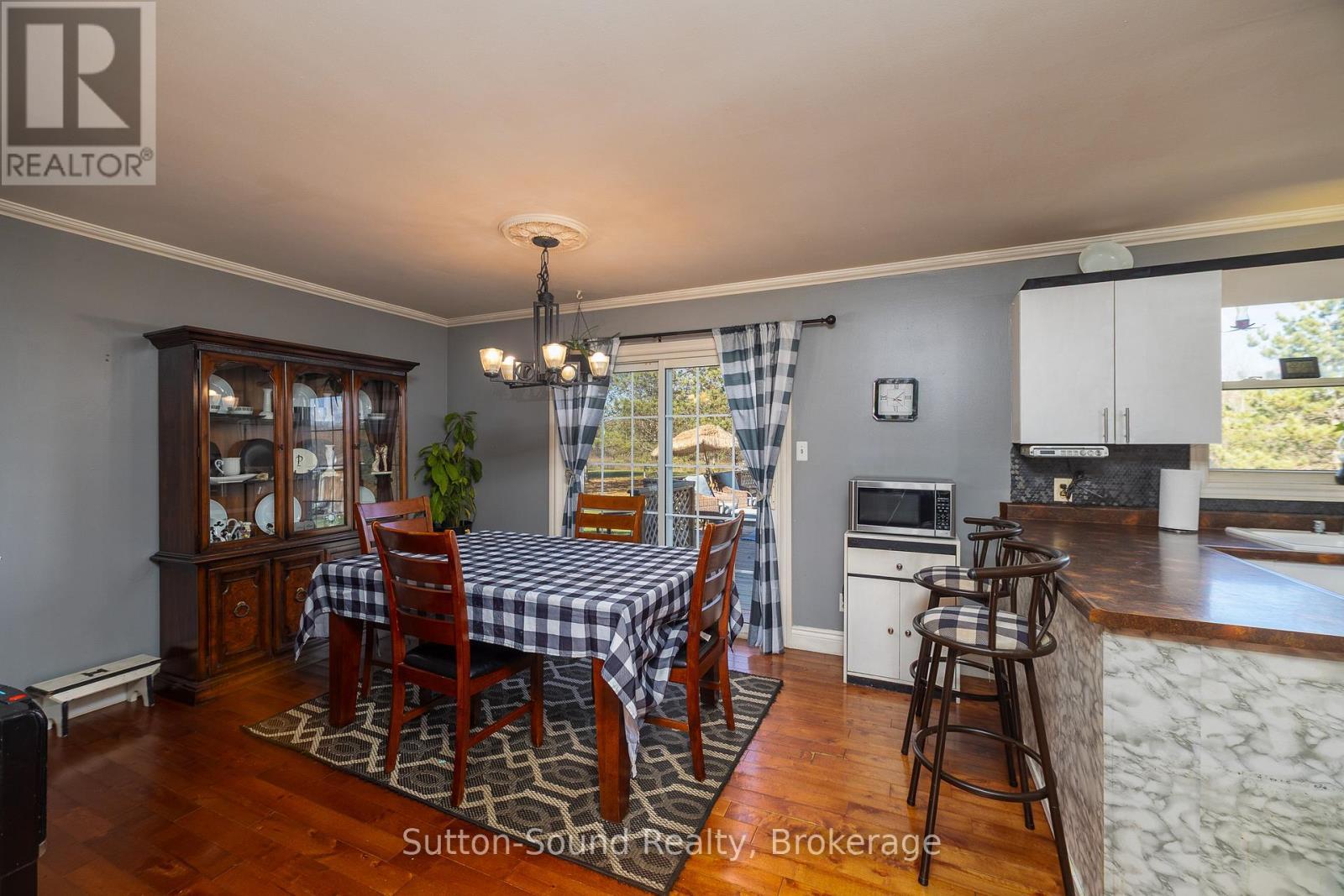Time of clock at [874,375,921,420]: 3:07
